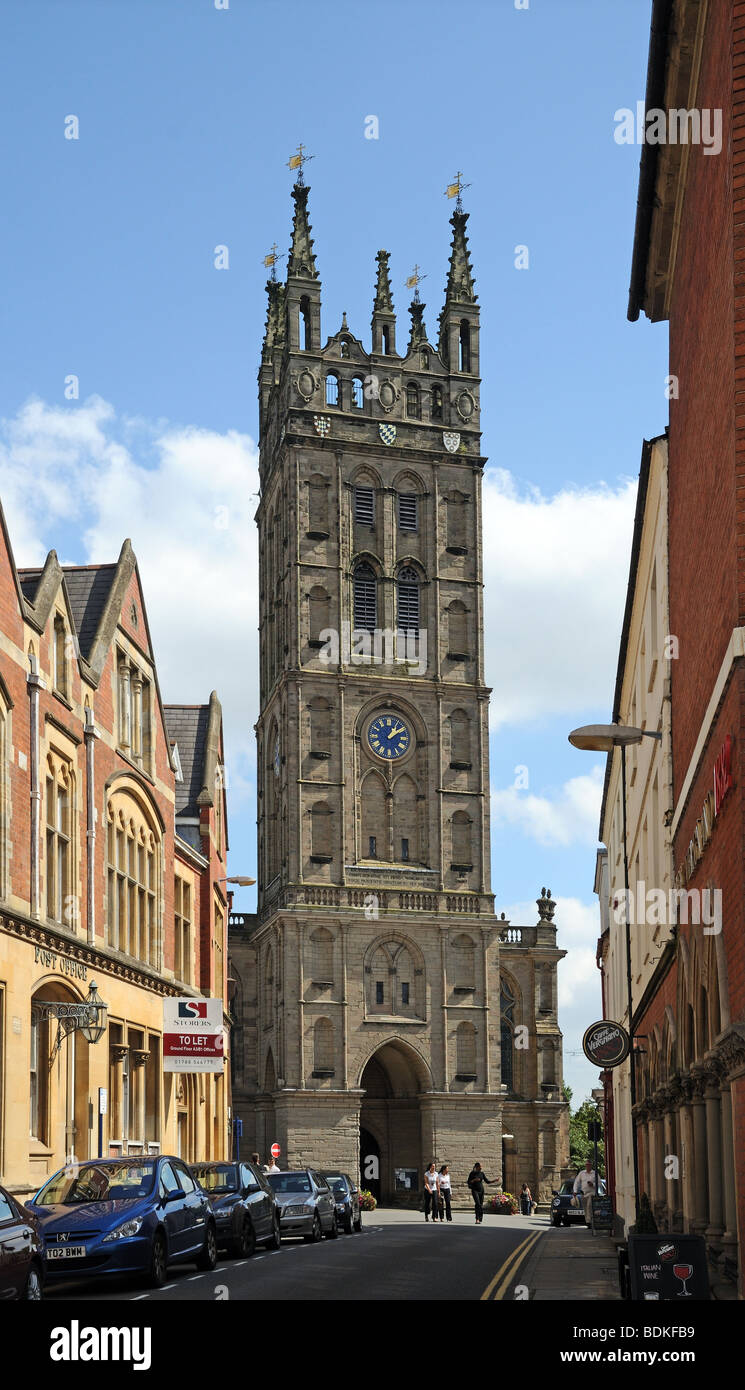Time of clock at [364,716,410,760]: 1:09
